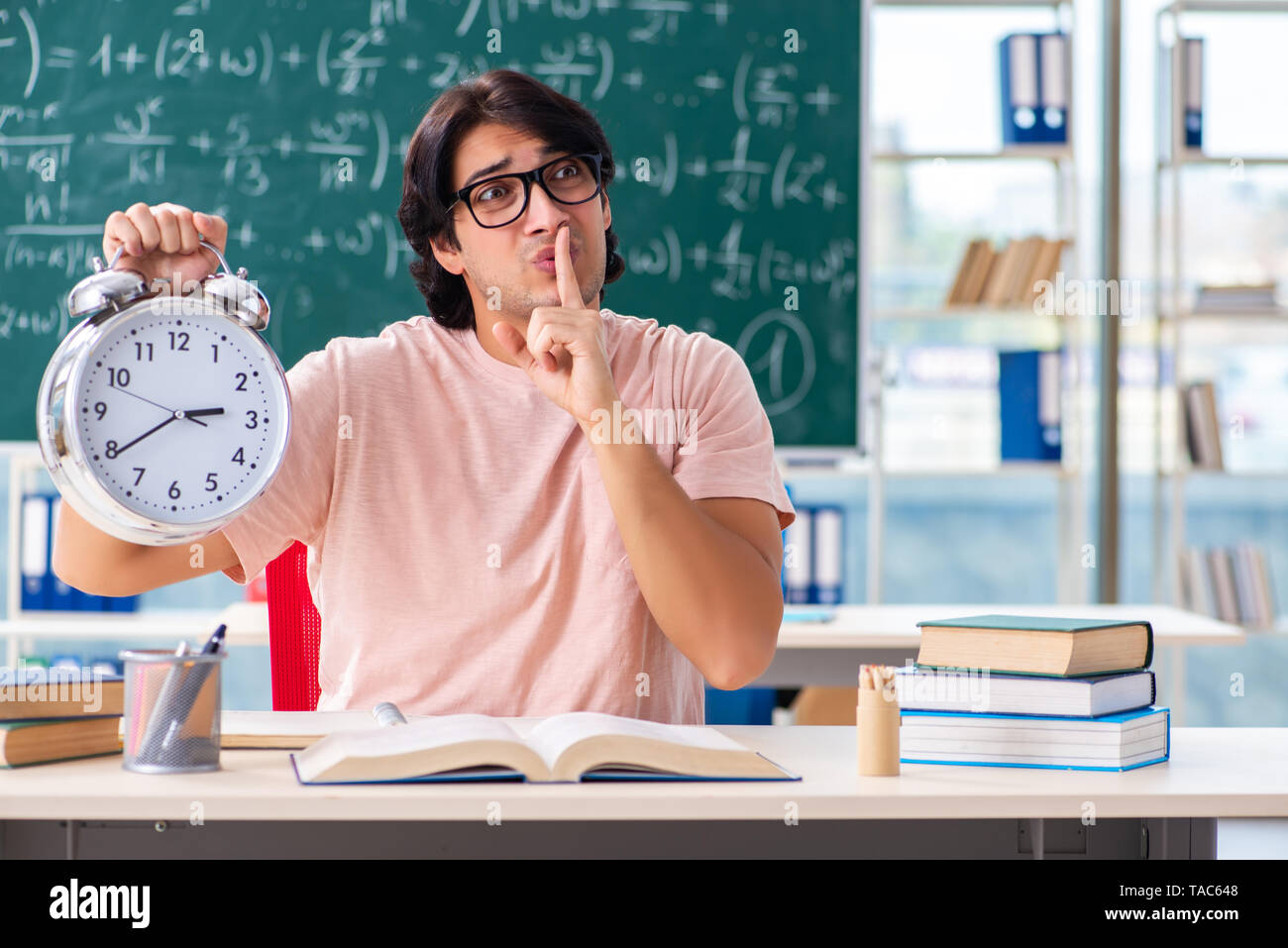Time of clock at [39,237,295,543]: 2:39
